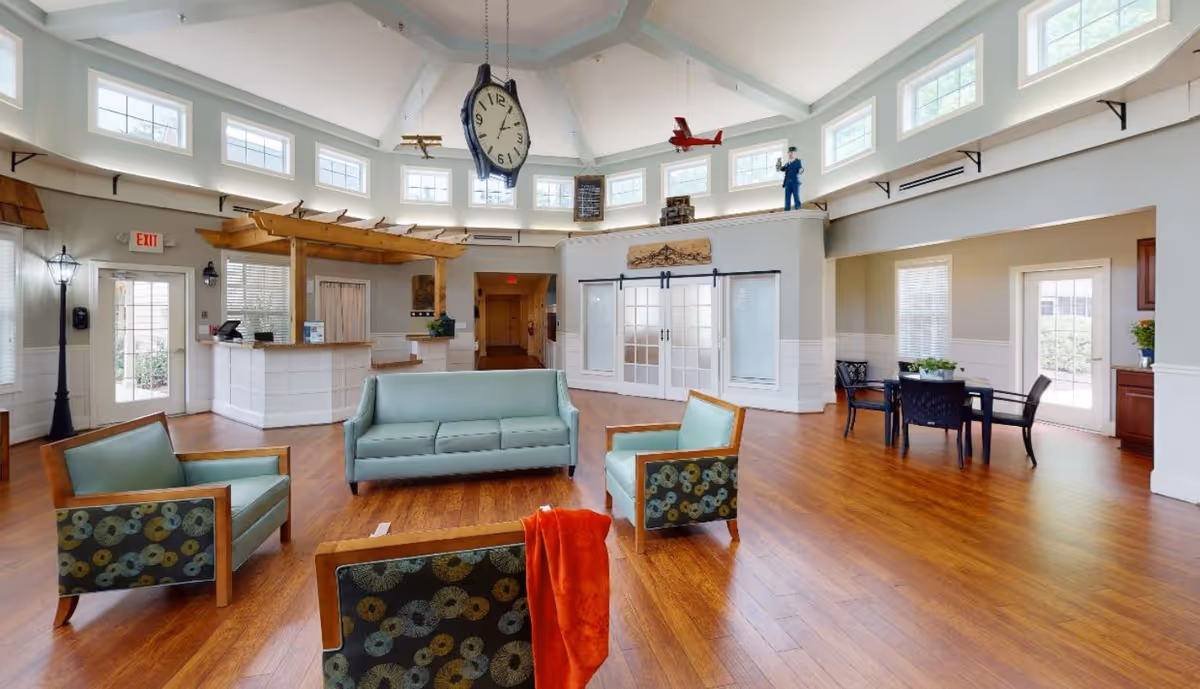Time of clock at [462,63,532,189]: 2:04
